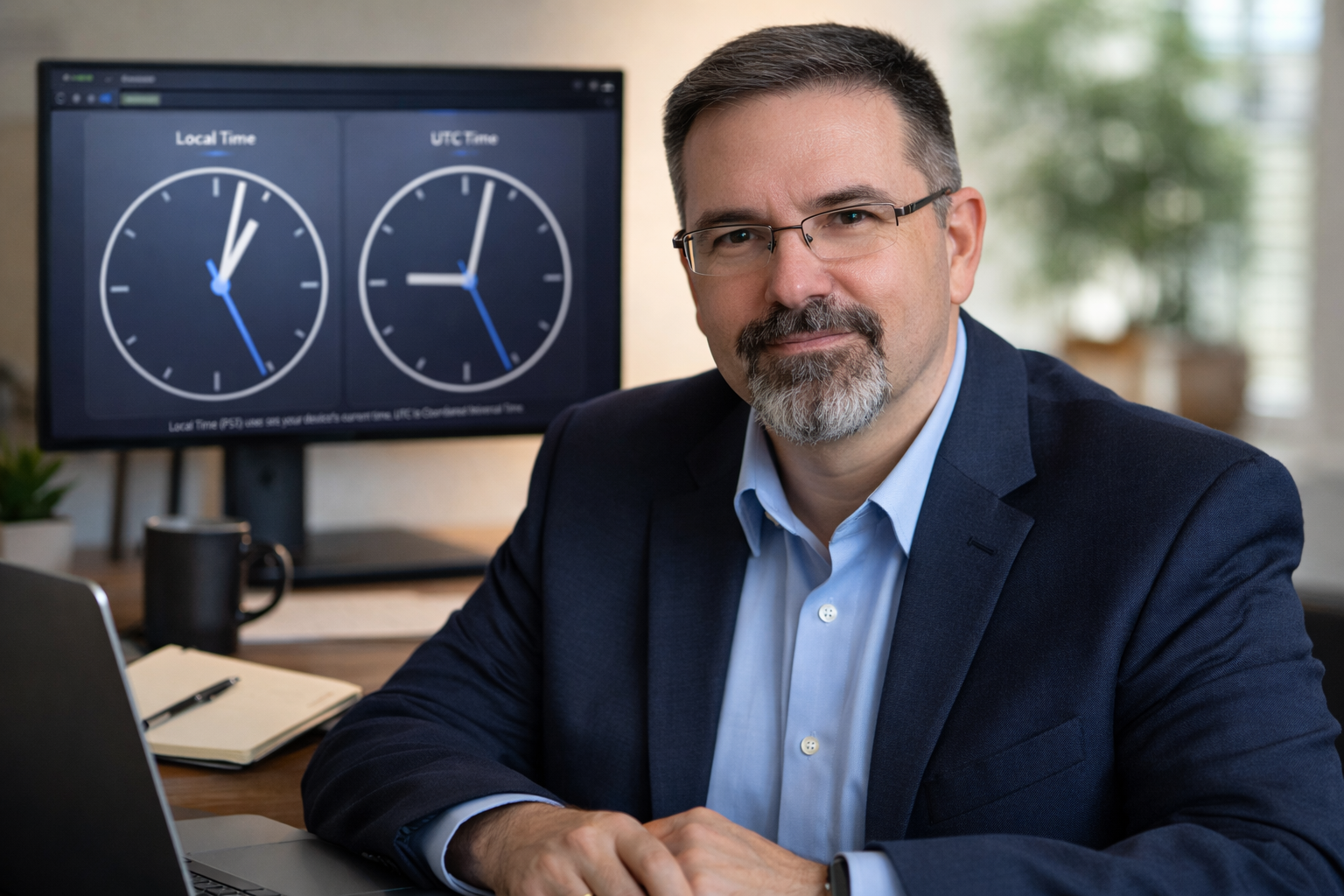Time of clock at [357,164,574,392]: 9:02
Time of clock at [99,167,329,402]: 1:02
